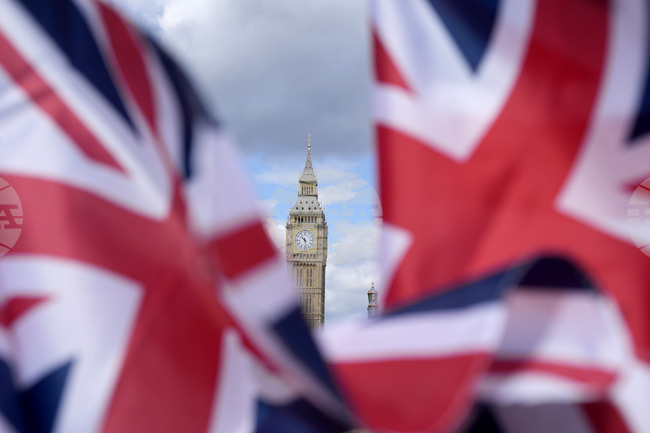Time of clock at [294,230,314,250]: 10:28
